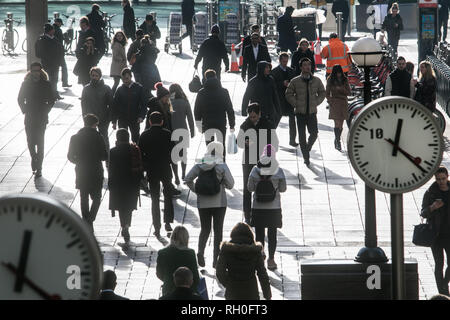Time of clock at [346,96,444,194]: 12:21
